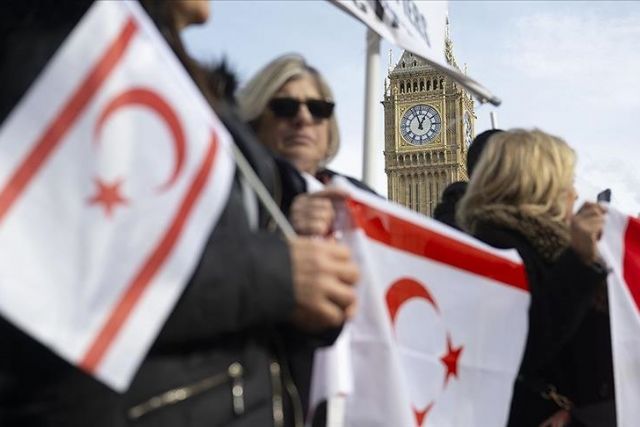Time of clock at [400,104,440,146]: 12:57
